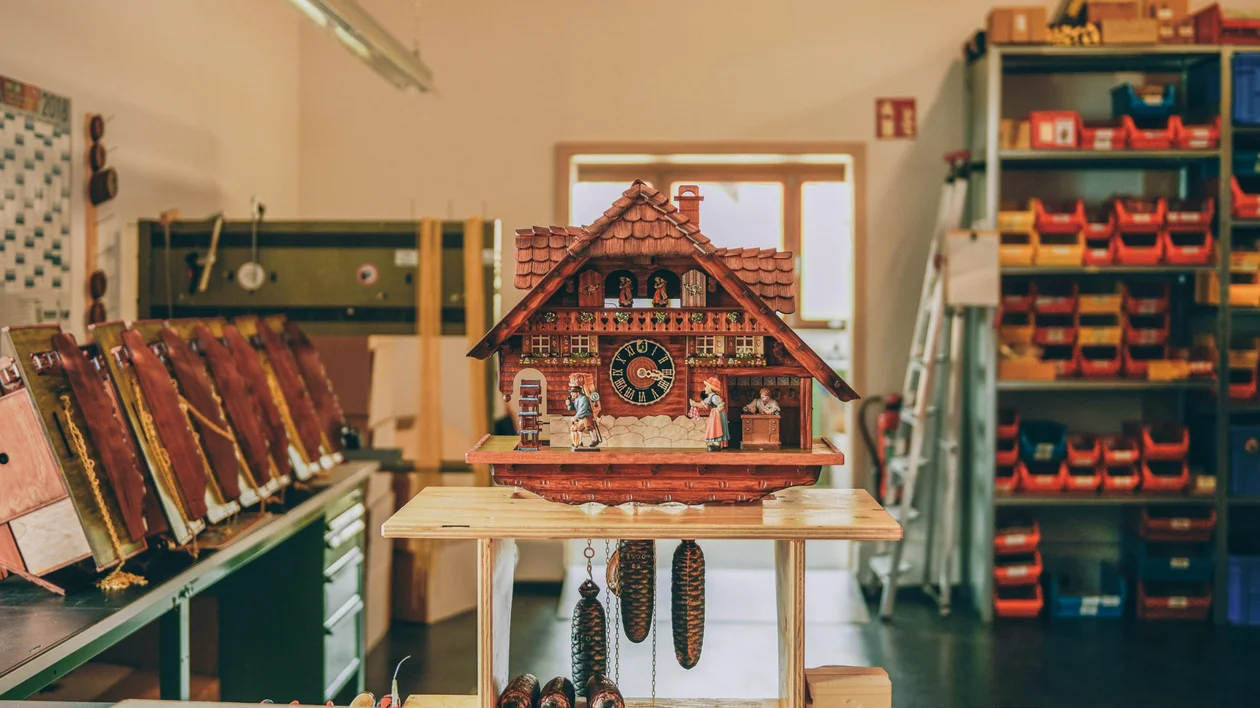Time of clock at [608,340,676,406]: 3:17
